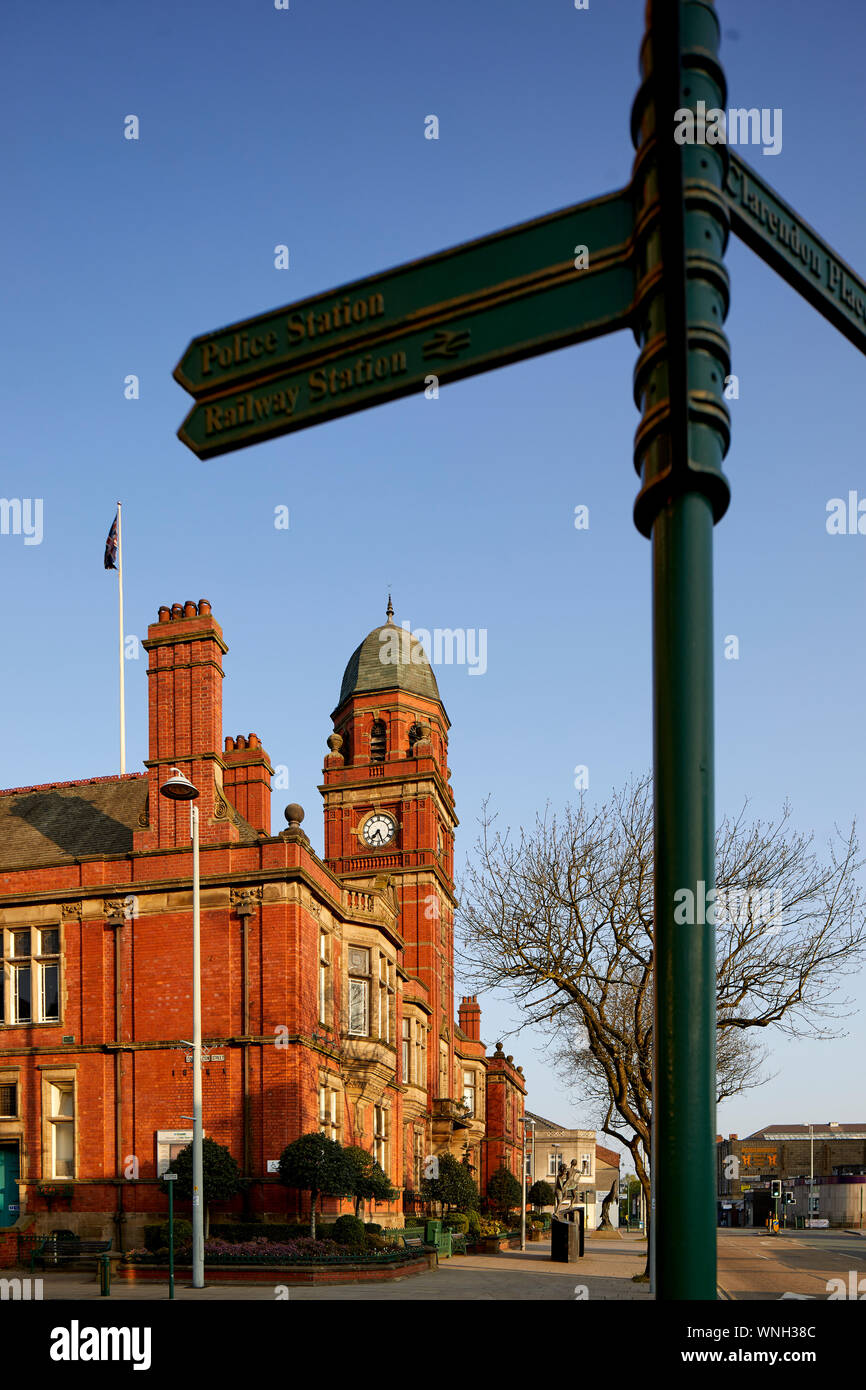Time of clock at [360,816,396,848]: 7:26
